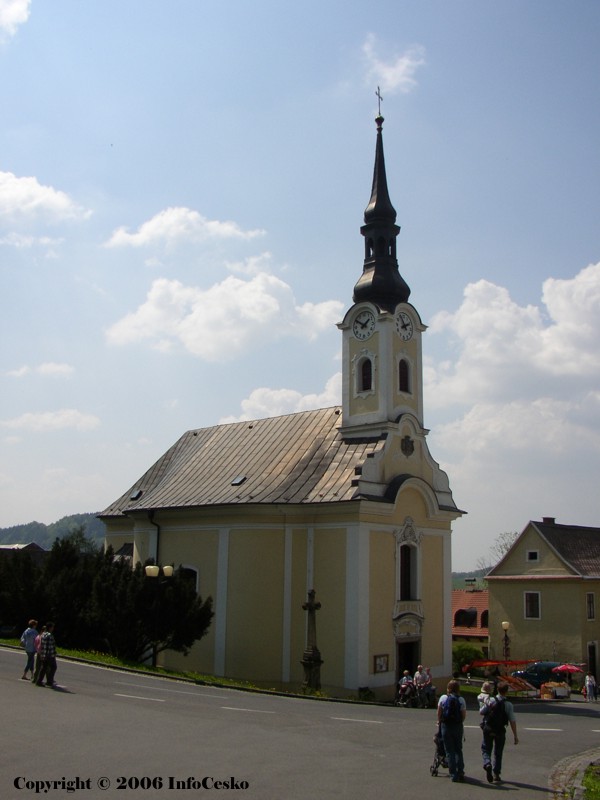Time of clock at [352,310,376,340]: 1:50
